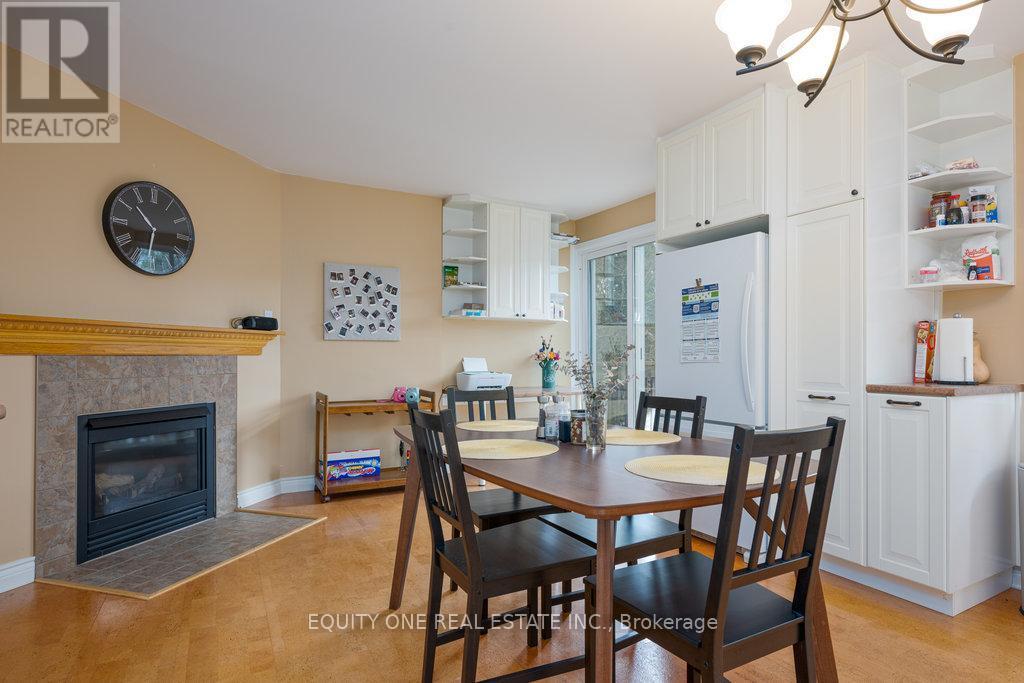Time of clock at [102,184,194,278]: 10:31
